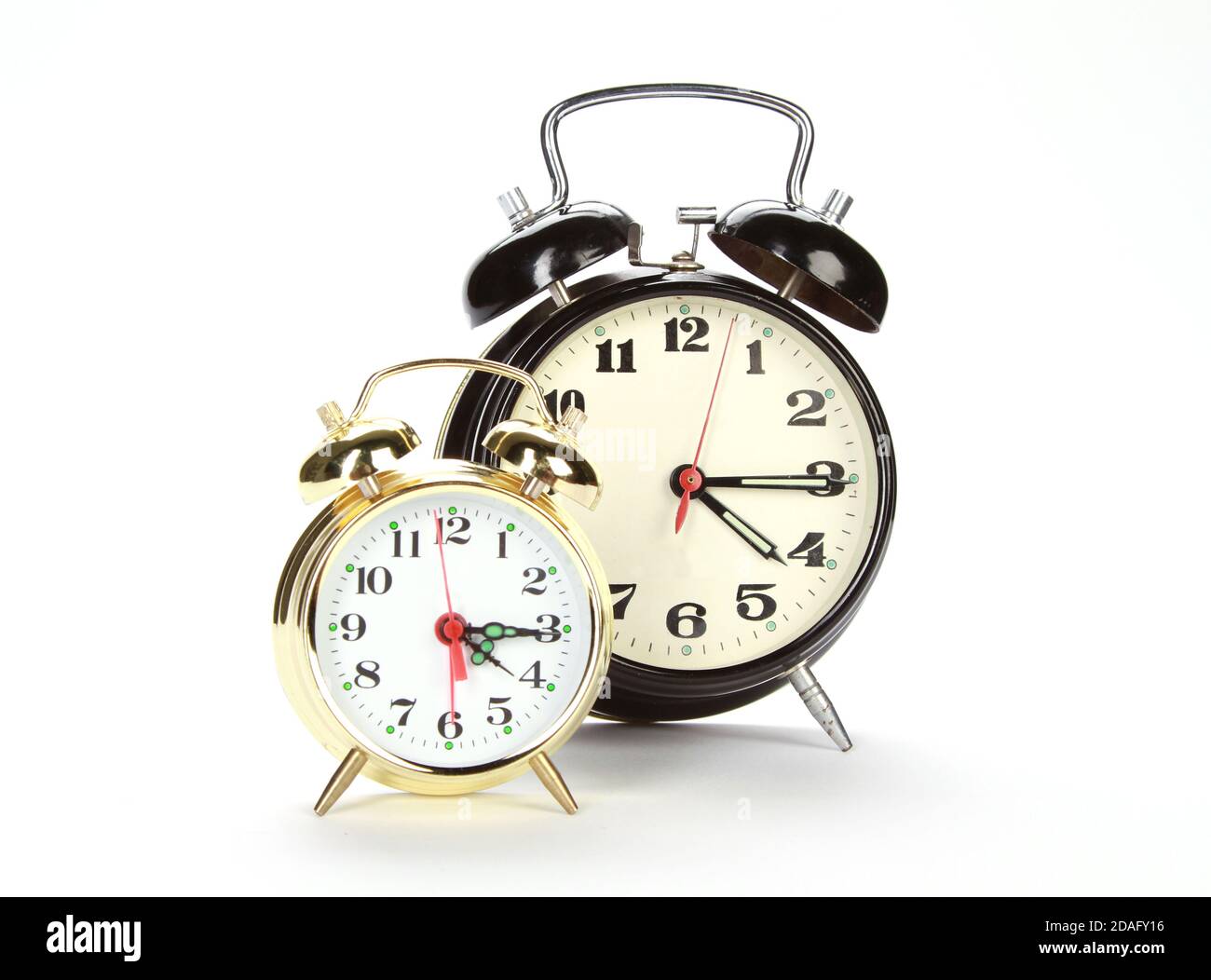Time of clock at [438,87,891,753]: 4:15
